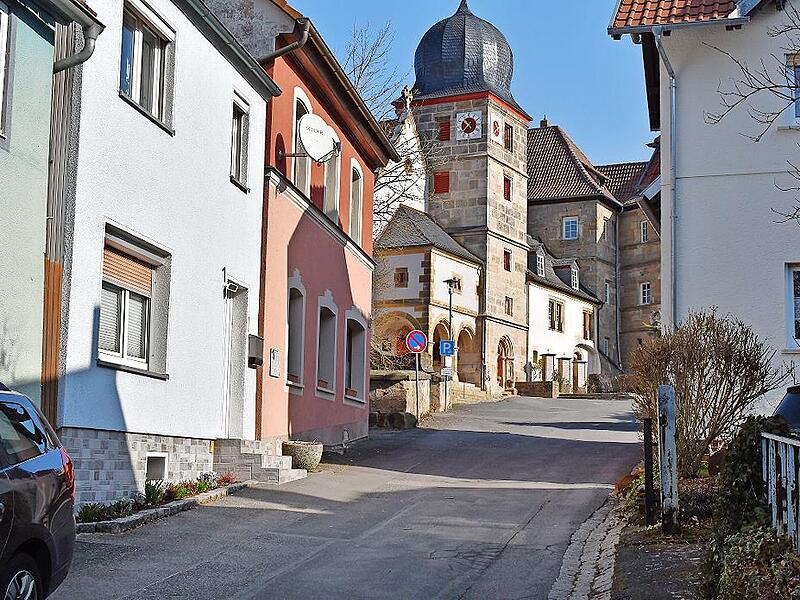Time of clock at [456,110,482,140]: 10:37
